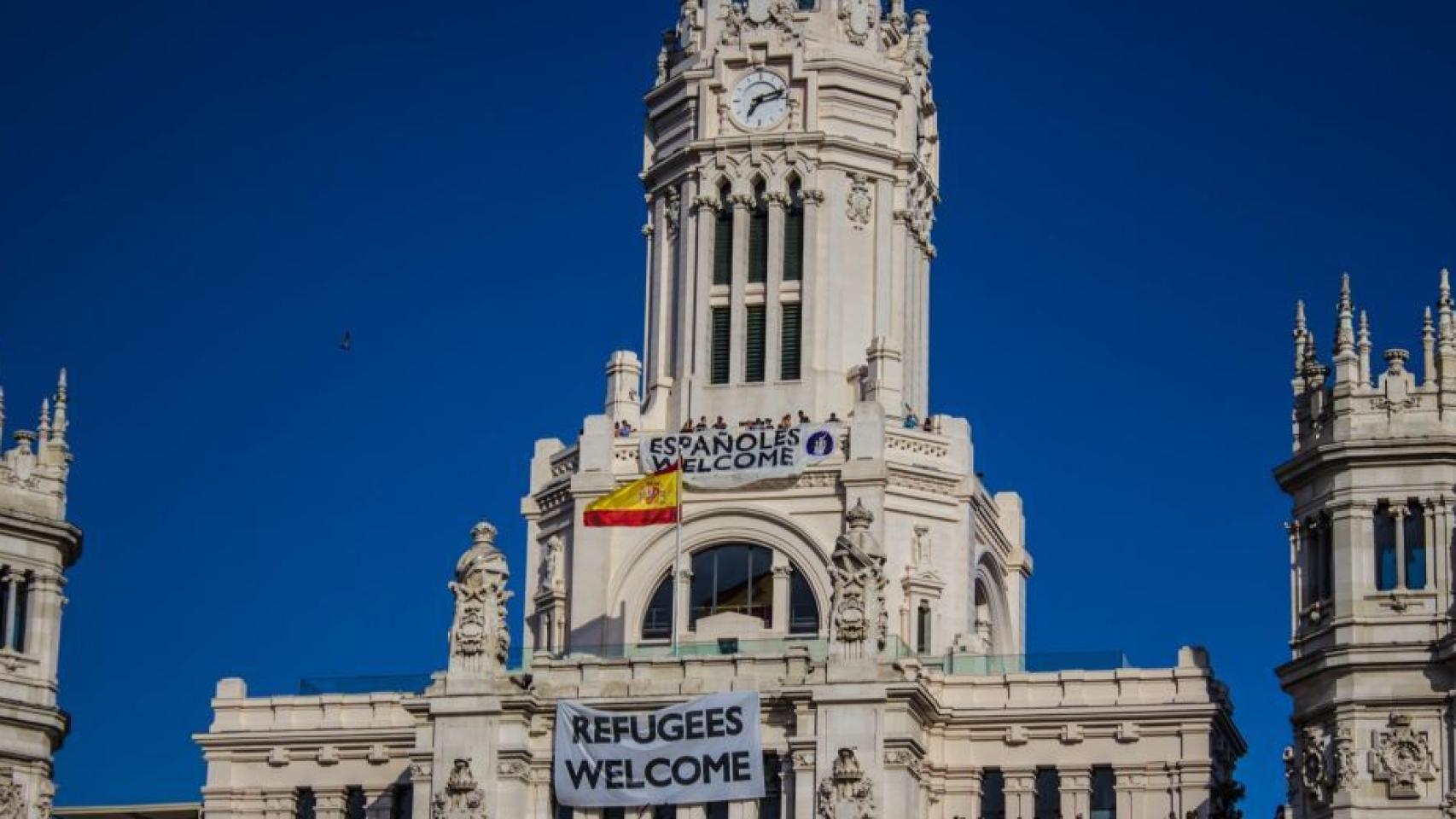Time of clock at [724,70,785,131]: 7:12
